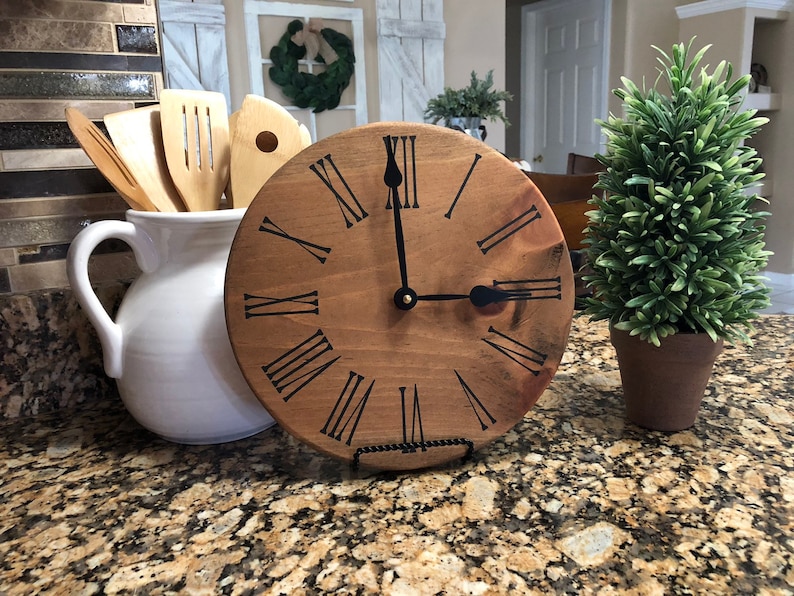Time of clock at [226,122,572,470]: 2:59
